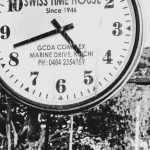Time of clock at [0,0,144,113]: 4:42
